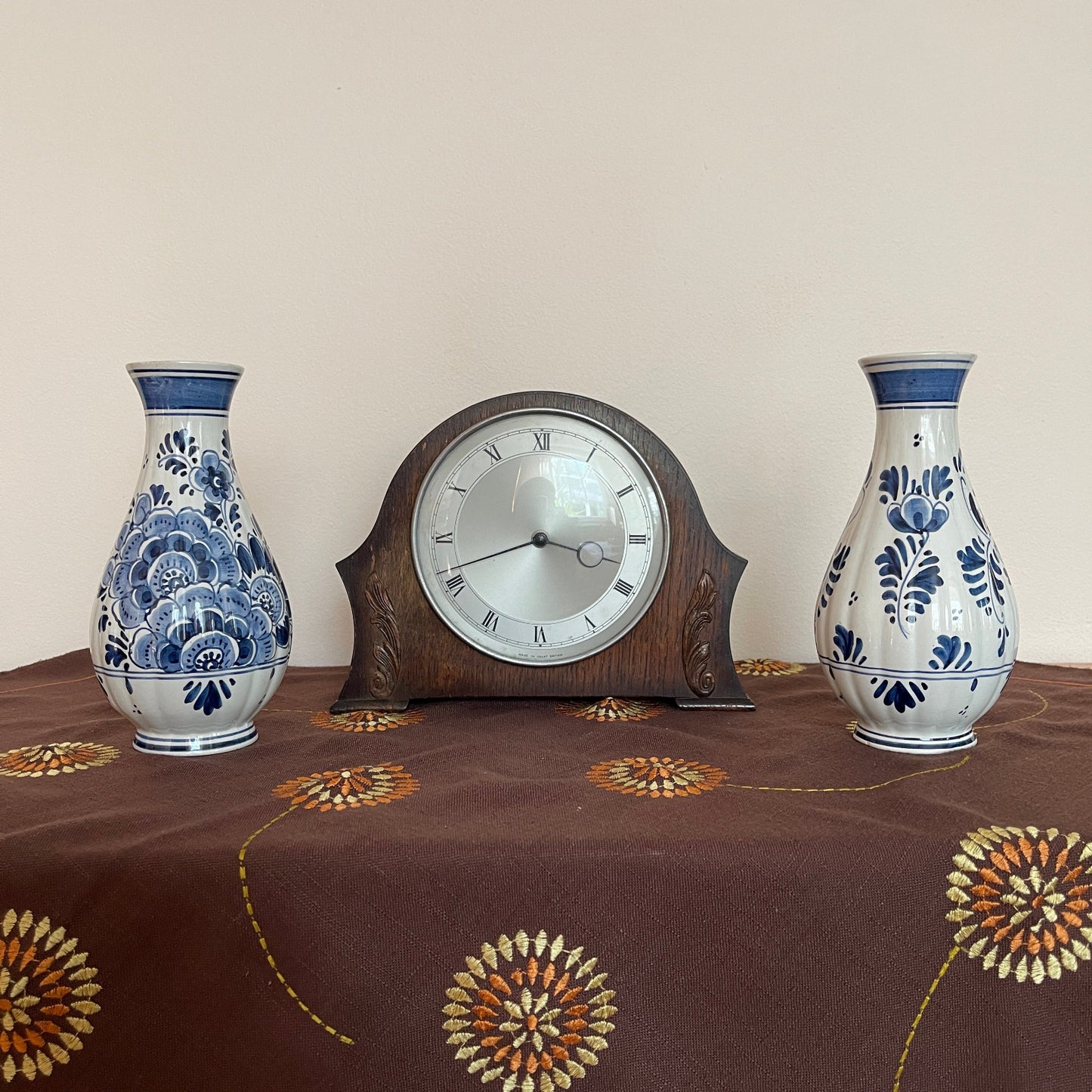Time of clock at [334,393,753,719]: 3:41
